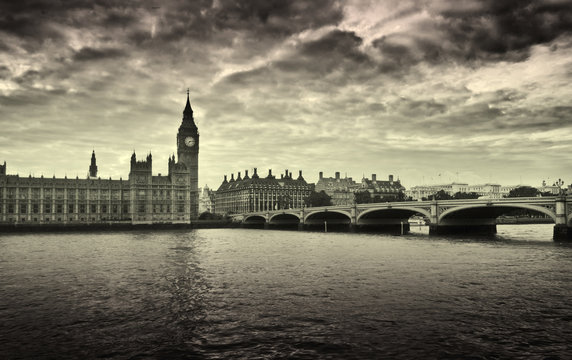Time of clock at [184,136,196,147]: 7:13
